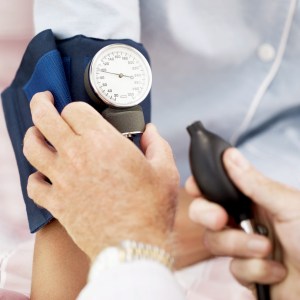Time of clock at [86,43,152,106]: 2:46
